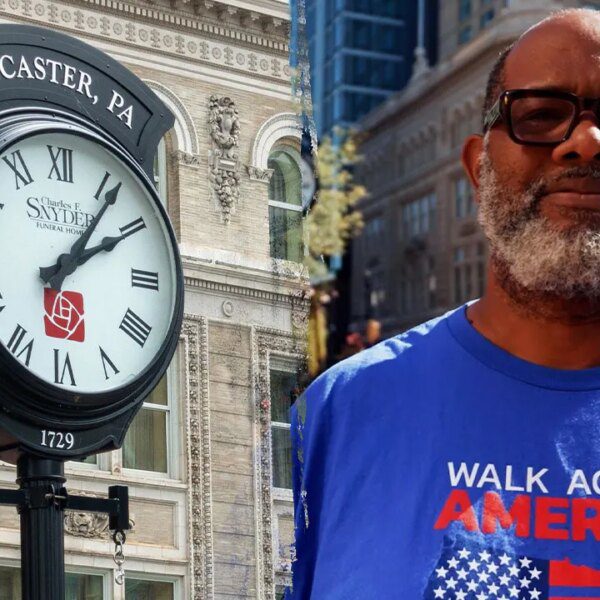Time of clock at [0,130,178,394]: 2:06
